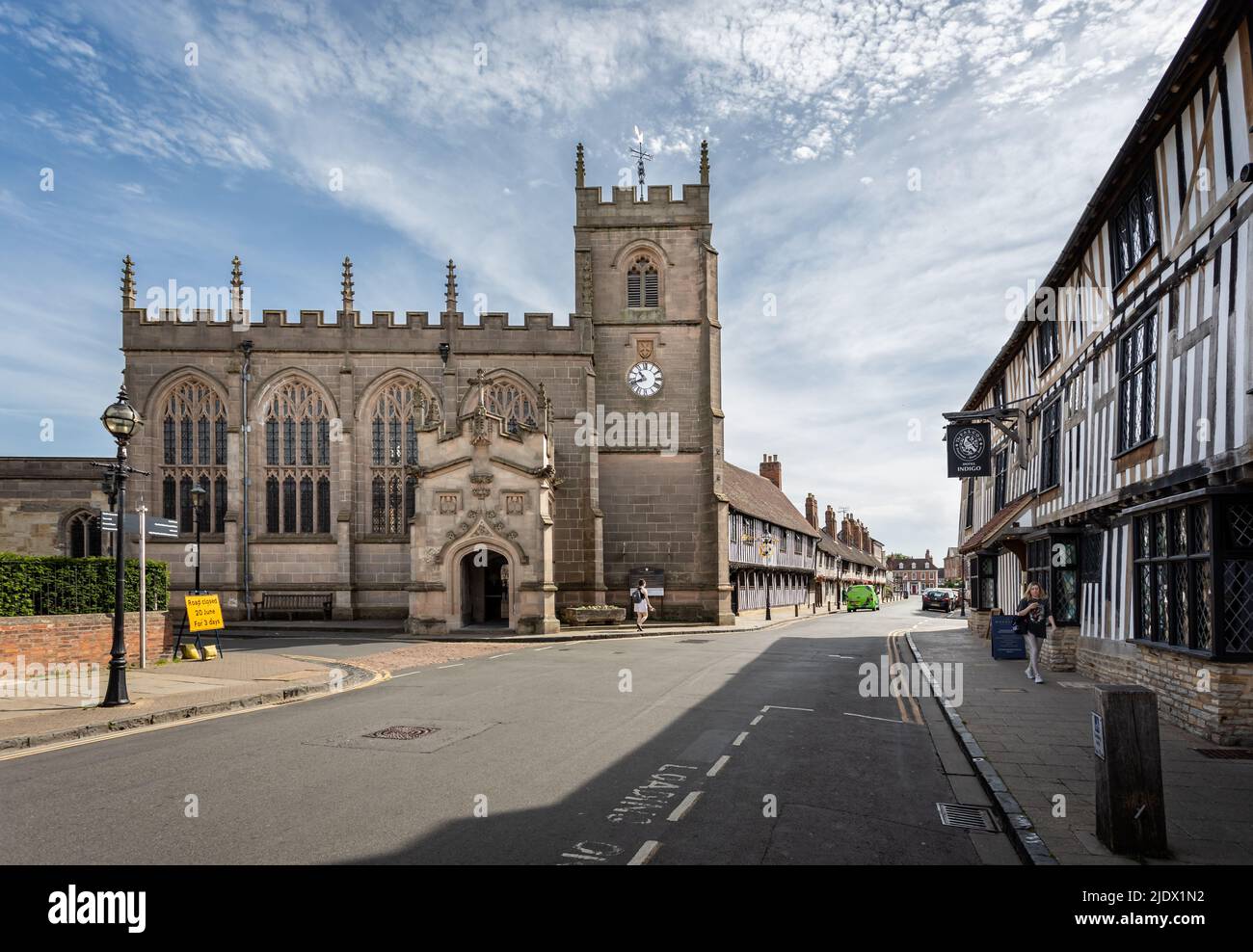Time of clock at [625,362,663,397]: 10:41
